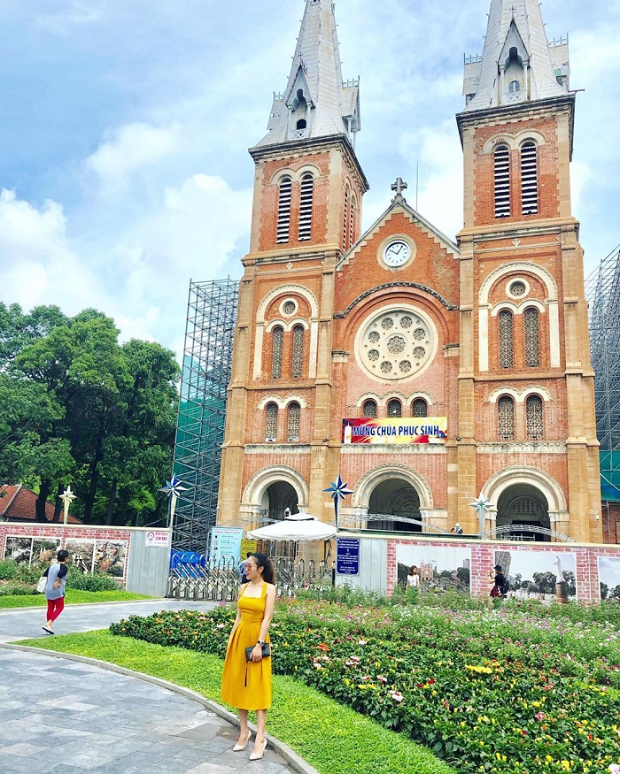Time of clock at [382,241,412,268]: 10:05
